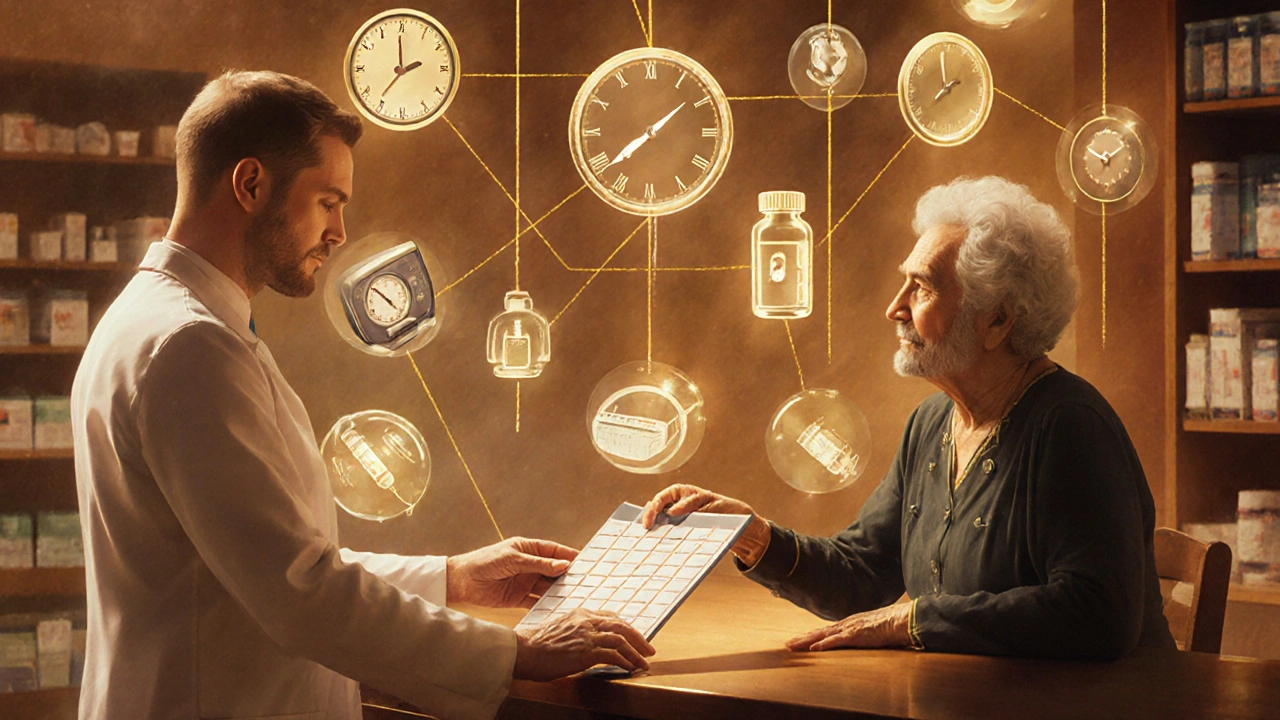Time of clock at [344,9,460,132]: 1:59
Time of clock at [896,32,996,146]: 7:58
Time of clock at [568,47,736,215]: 1:38
